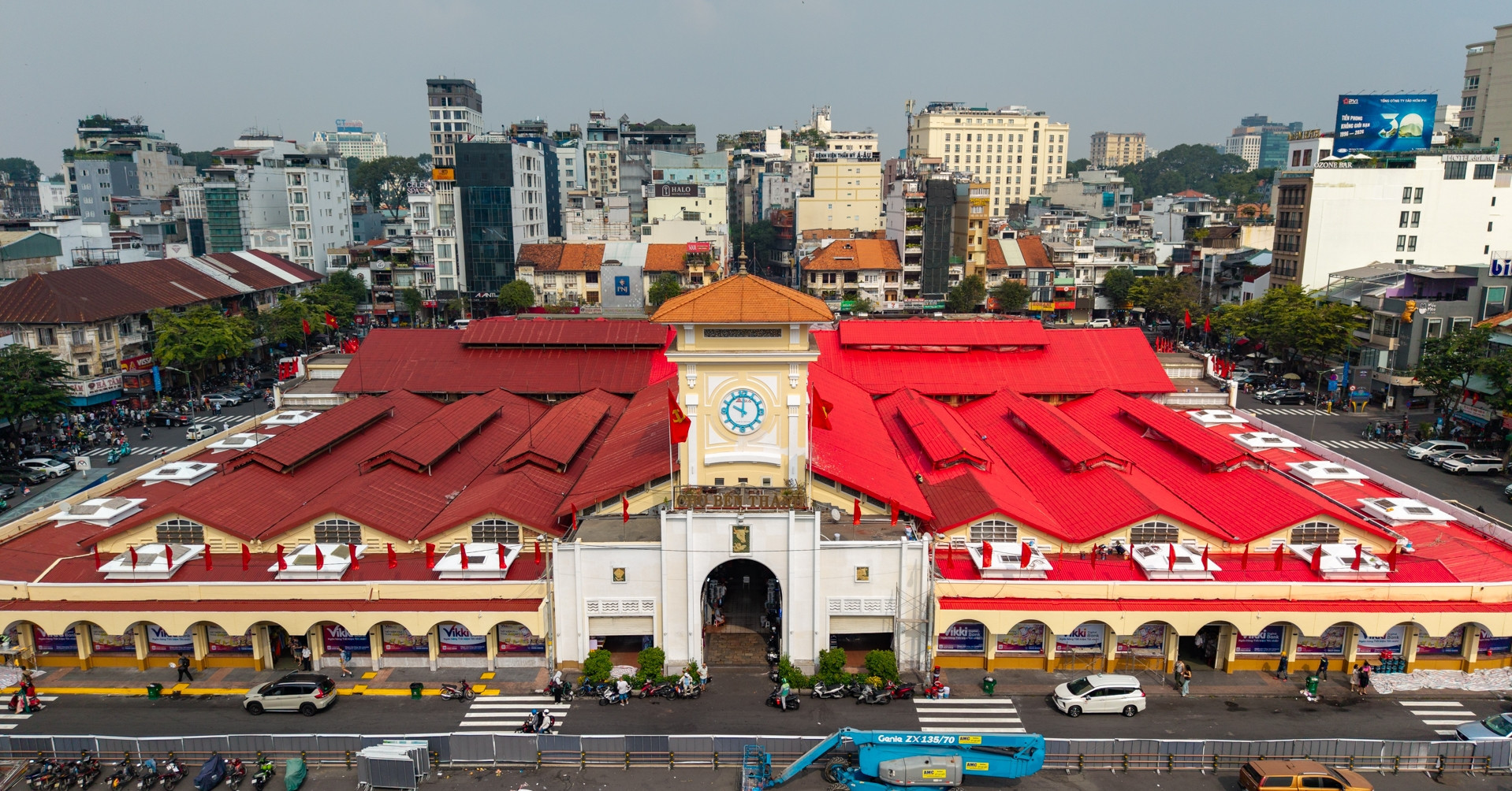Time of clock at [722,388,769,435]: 10:00
